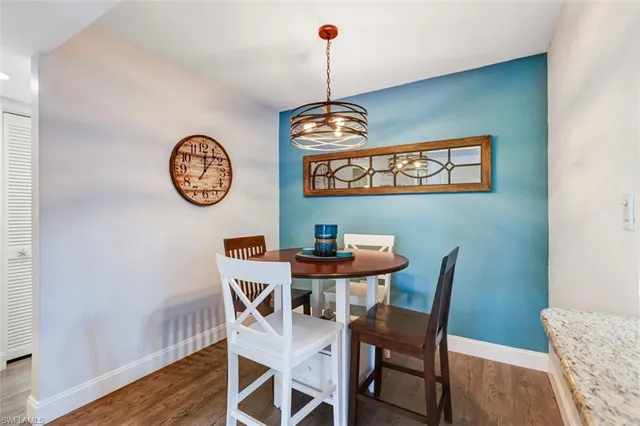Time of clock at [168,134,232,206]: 12:06
